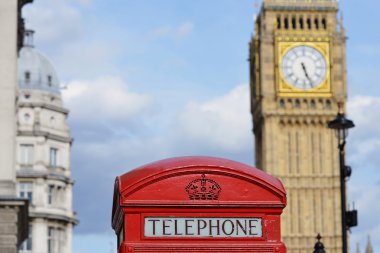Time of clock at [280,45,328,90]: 5:26
